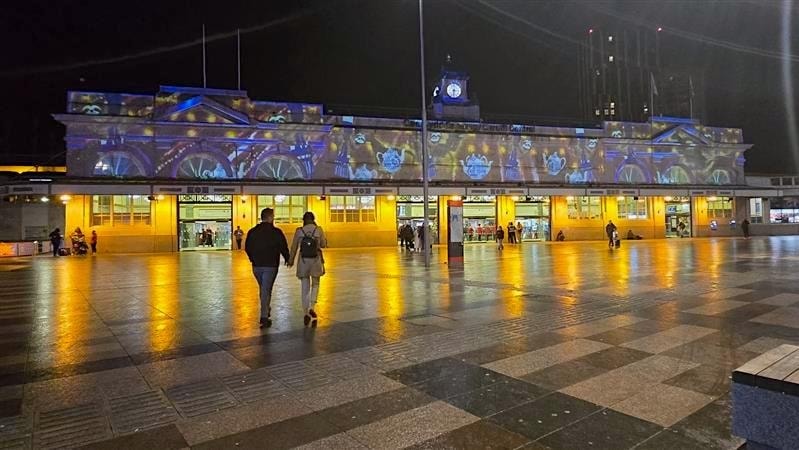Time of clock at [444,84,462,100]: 6:14
